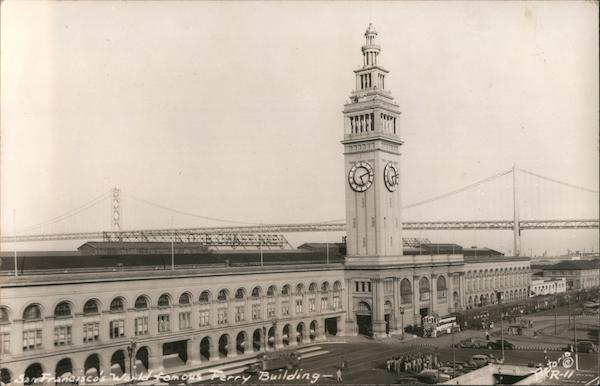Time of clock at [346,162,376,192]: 5:11
